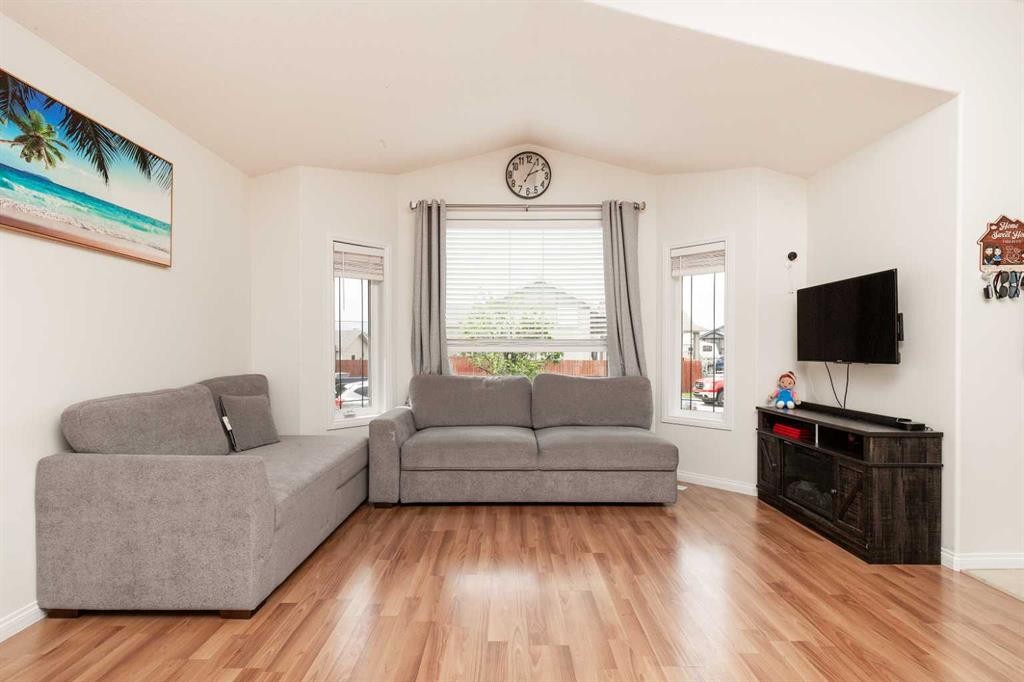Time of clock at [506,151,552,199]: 2:04
